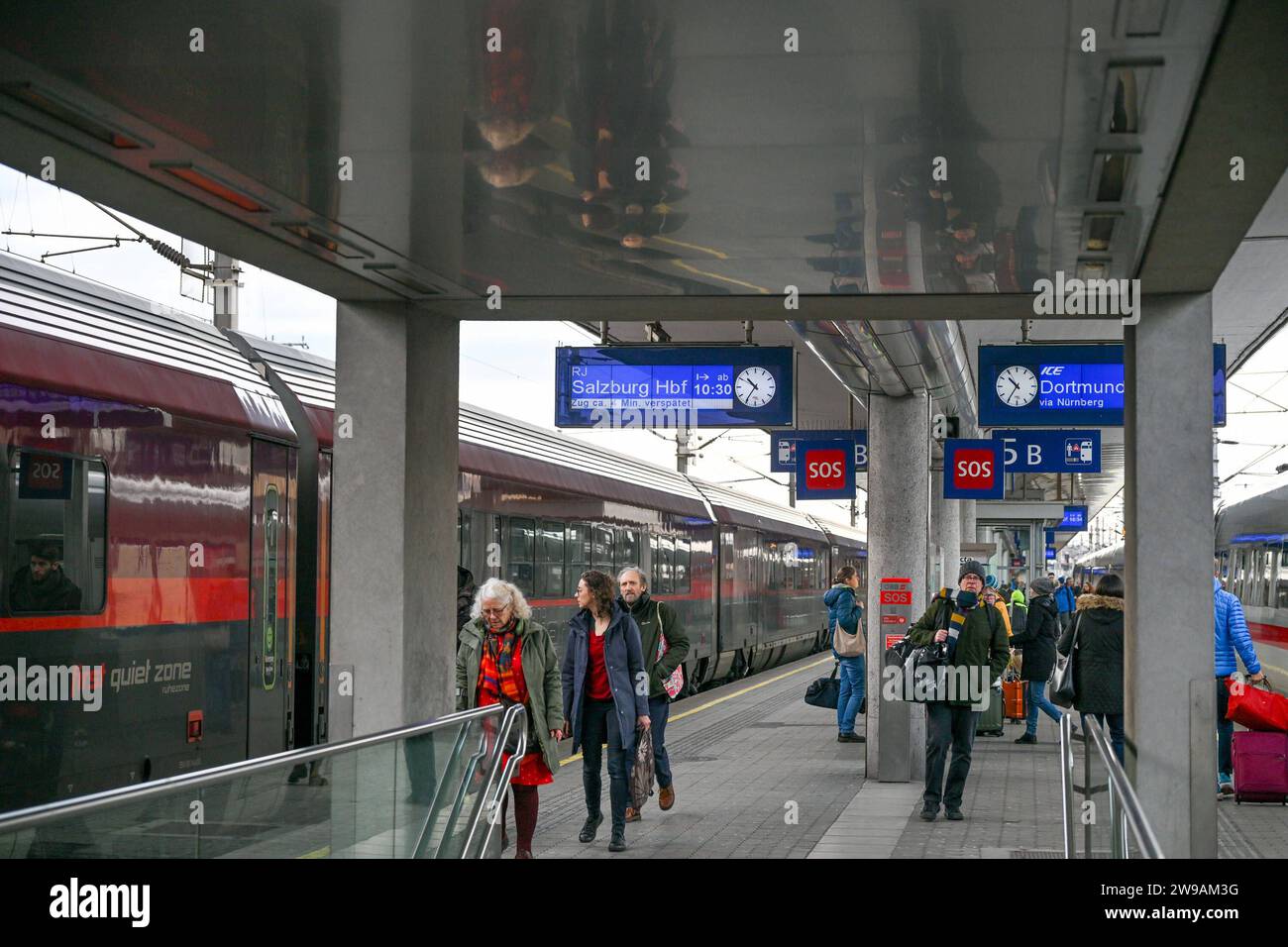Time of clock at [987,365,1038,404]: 10:35
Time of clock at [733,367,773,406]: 10:35
